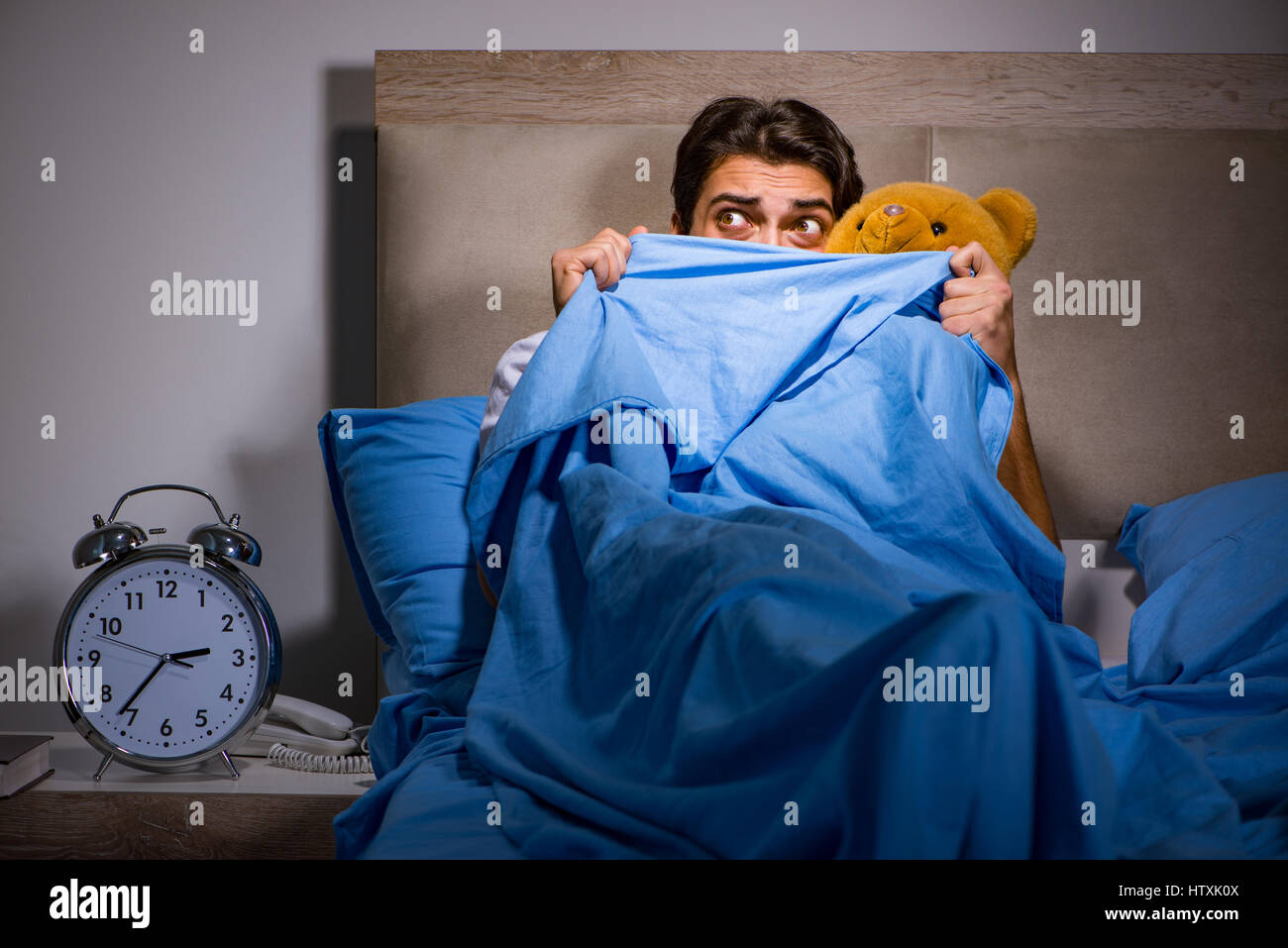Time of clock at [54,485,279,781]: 2:36
